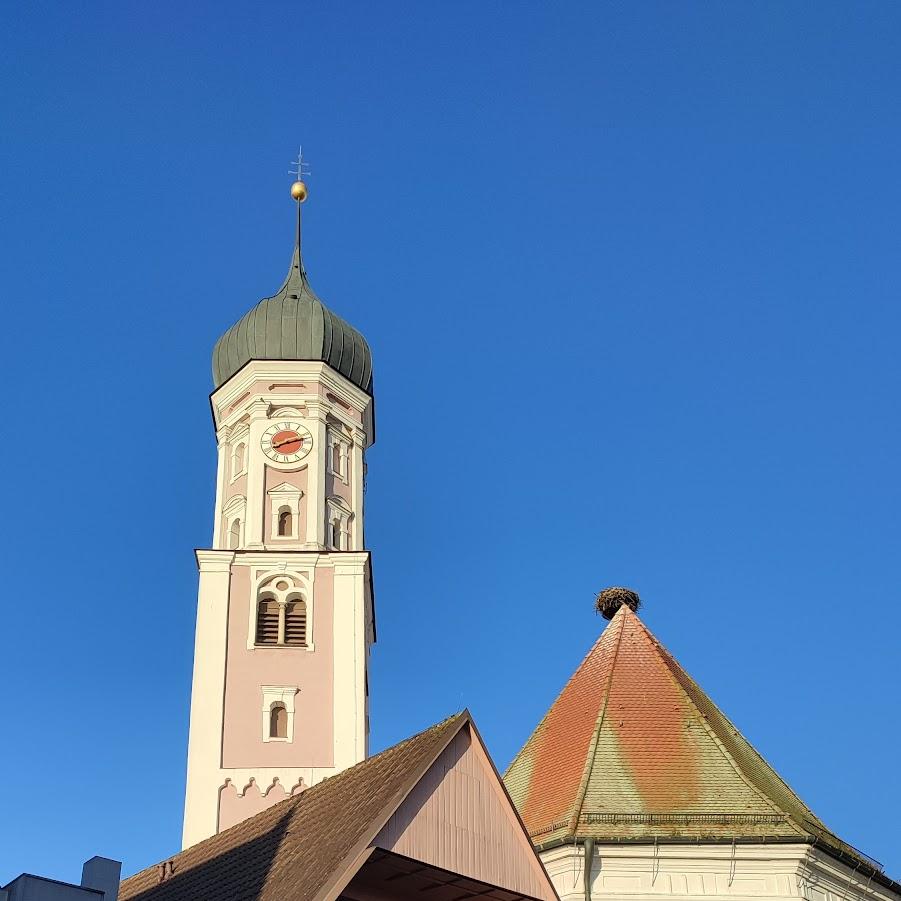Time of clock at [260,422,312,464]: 8:12
